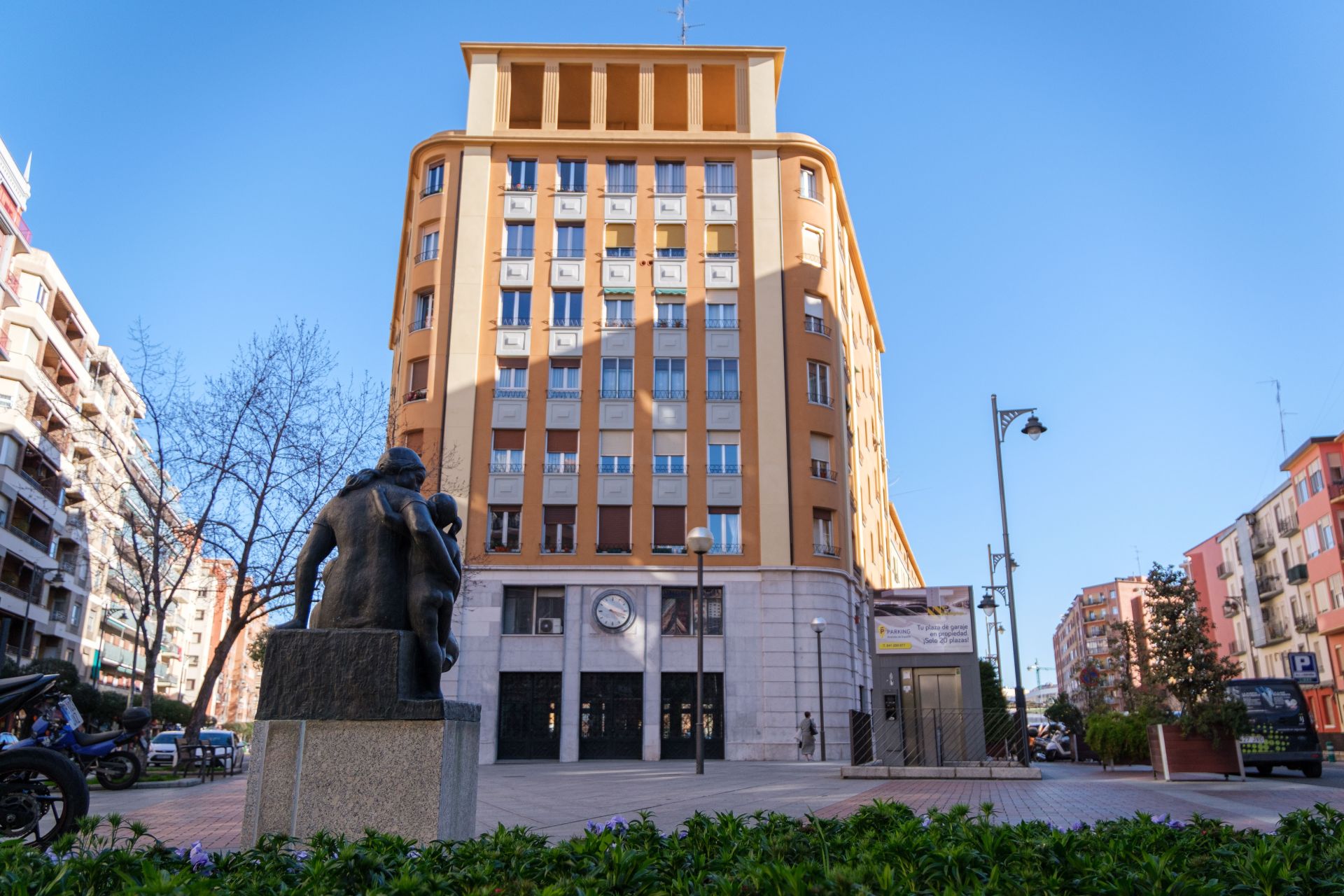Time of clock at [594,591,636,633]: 4:17
